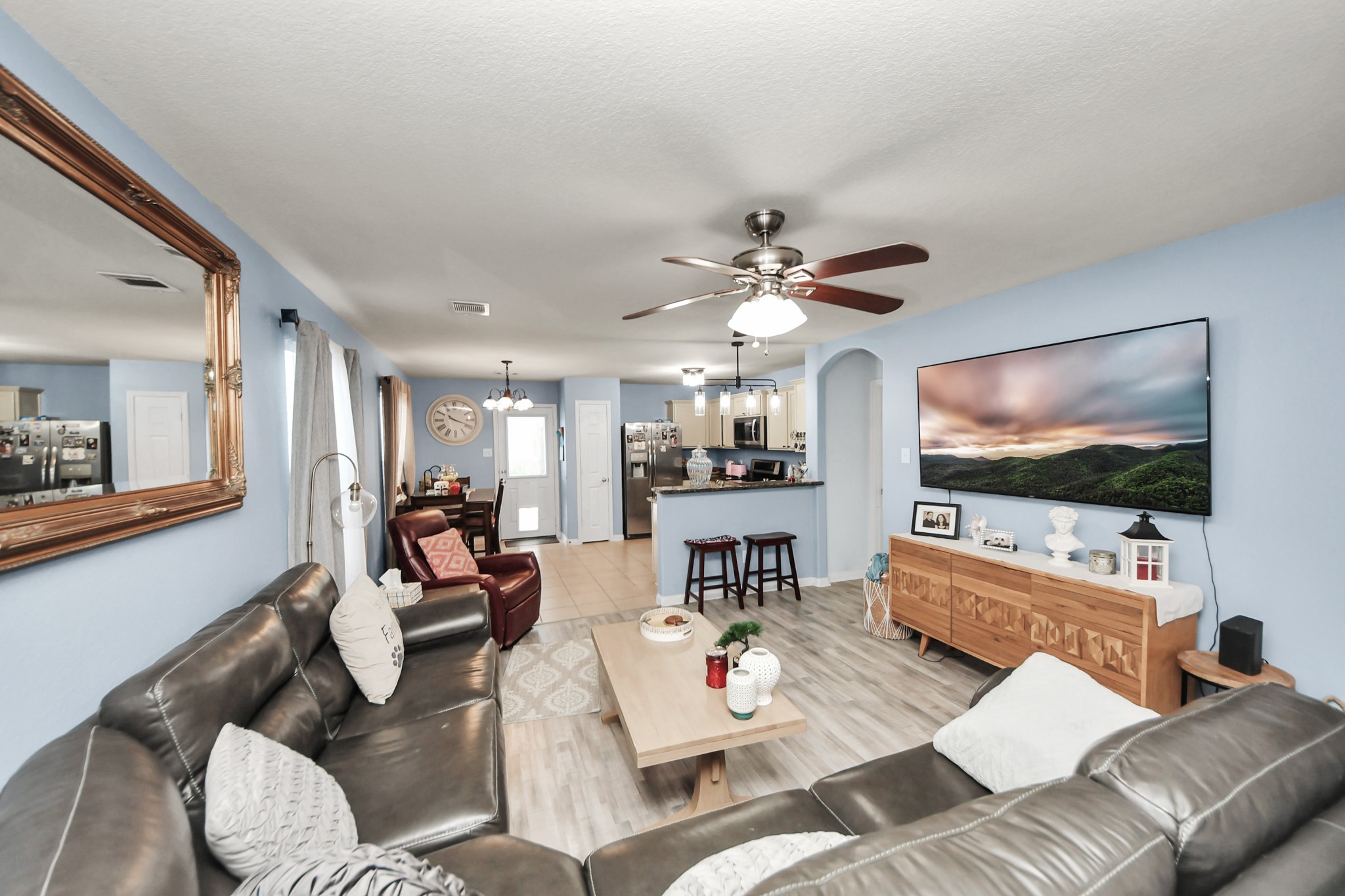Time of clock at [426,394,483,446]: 10:18
